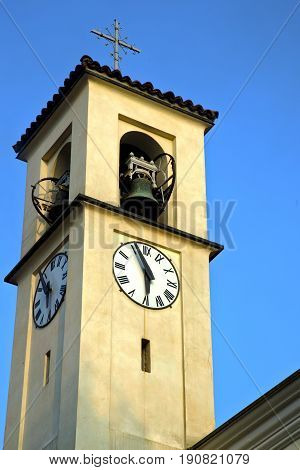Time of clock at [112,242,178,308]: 5:55
